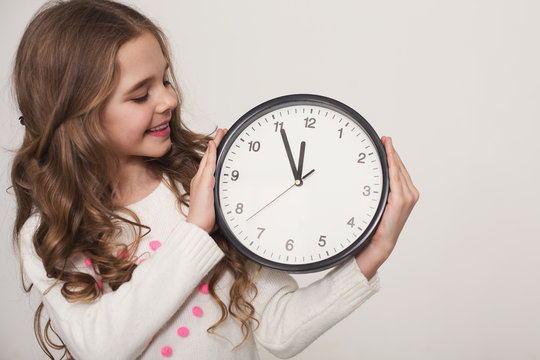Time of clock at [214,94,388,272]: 11:55
